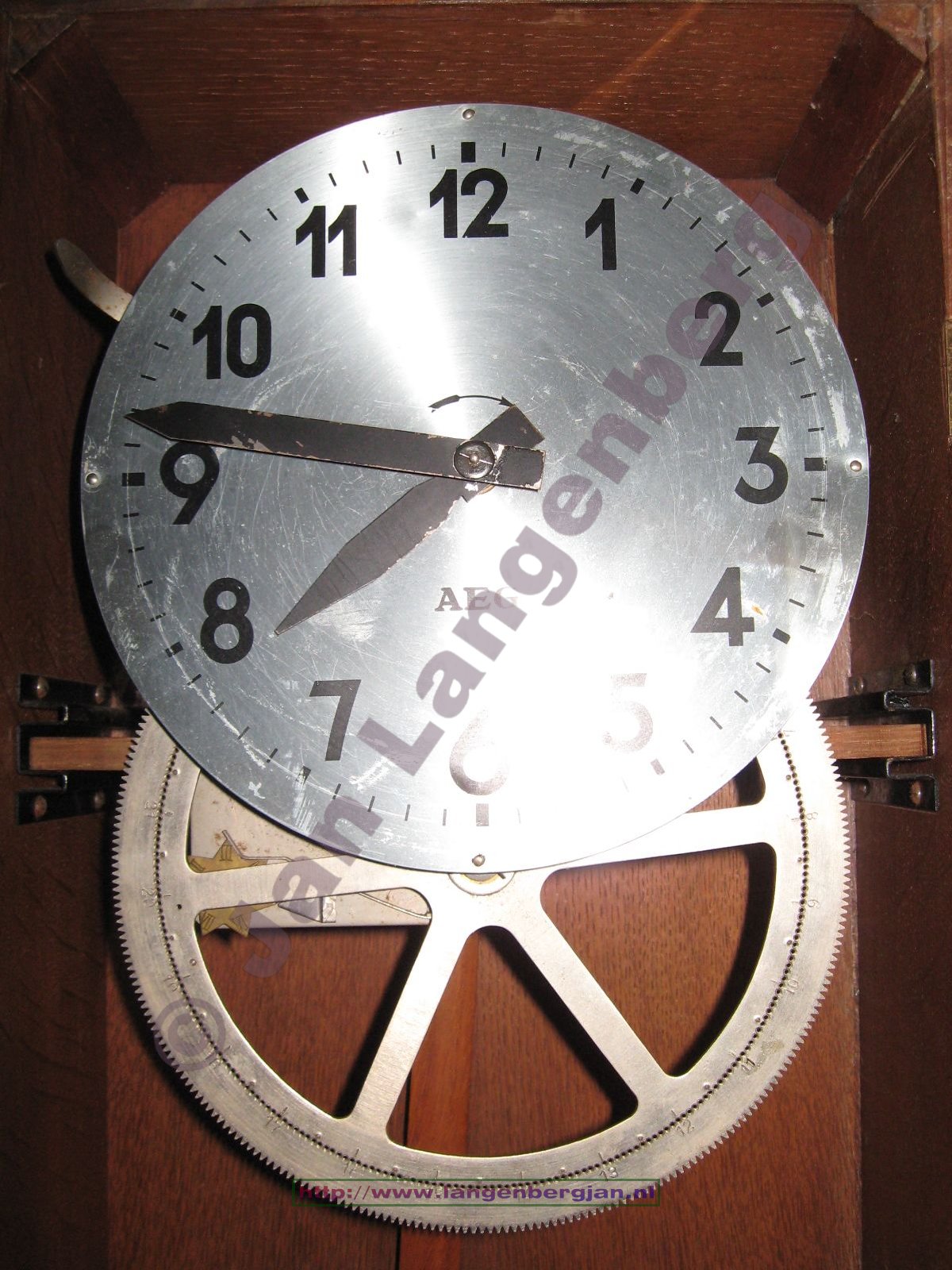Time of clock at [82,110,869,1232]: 7:46
